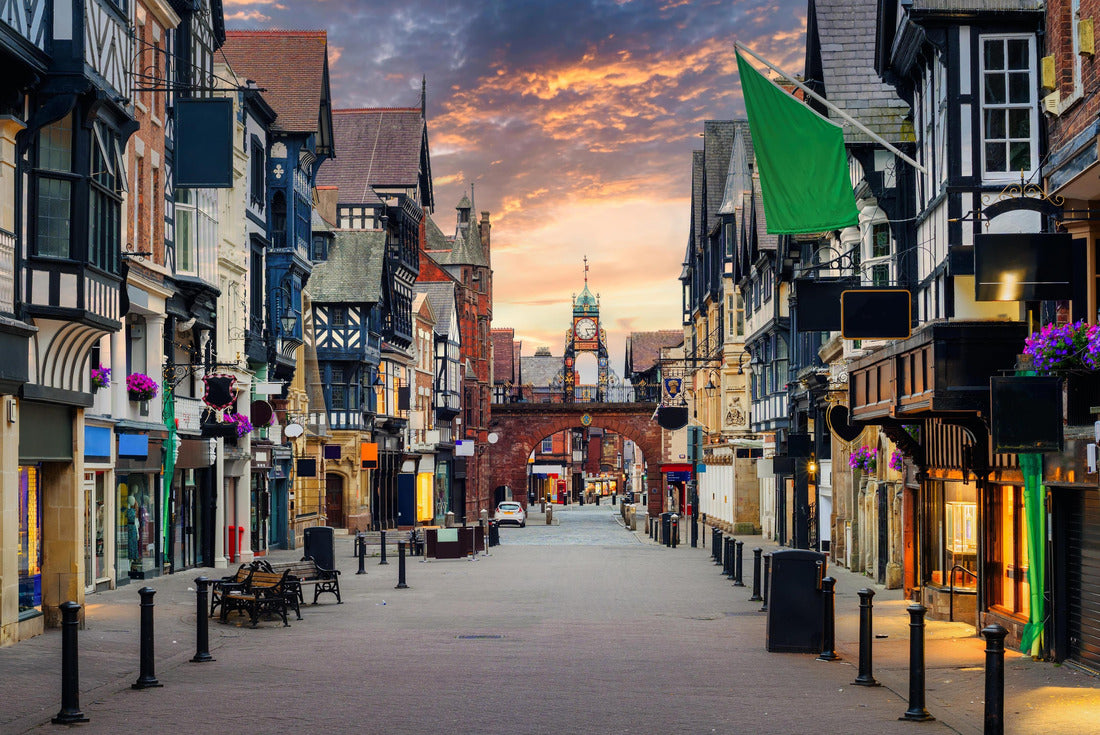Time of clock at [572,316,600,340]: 5:14
